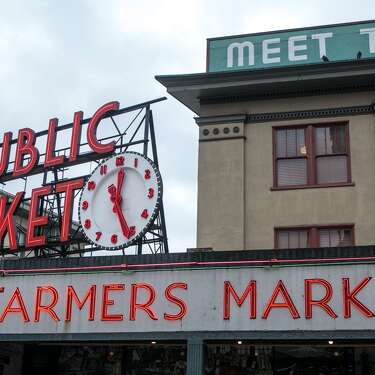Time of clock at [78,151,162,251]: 12:26
